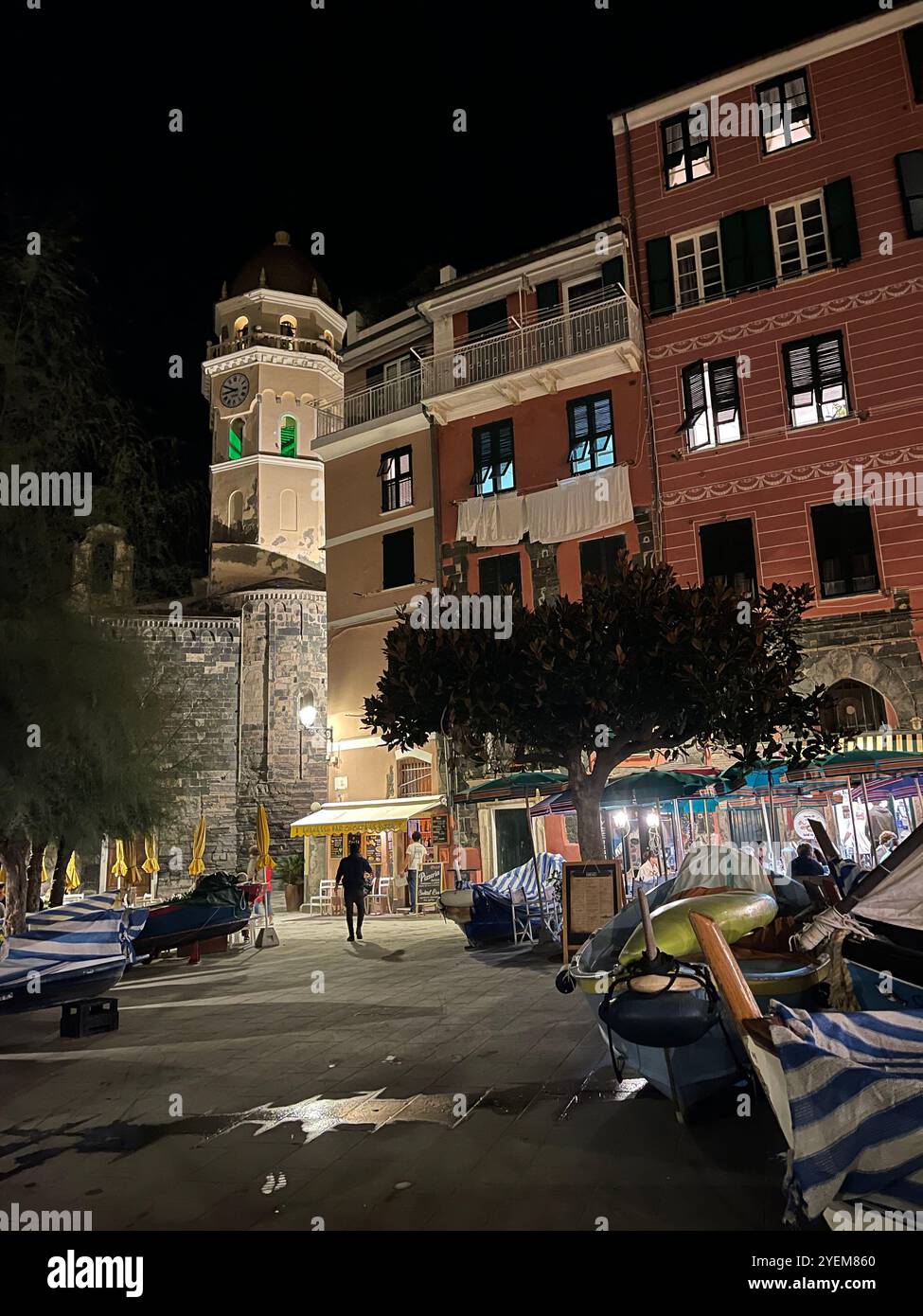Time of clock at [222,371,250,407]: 8:49
